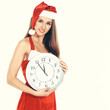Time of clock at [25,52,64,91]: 11:54
